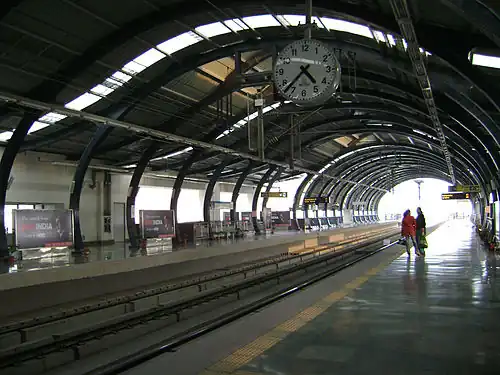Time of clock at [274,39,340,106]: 4:37
